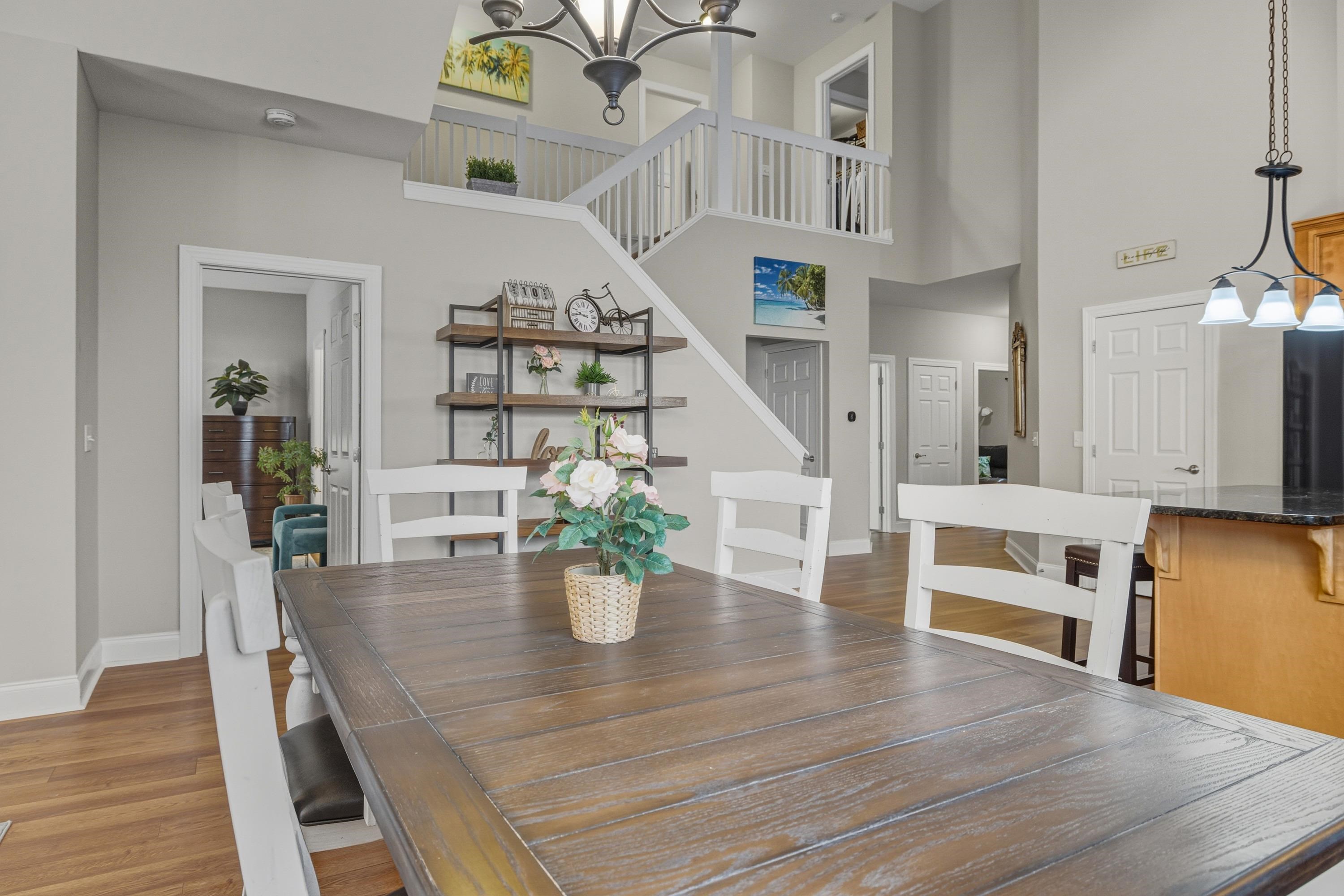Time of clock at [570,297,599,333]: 9:45
